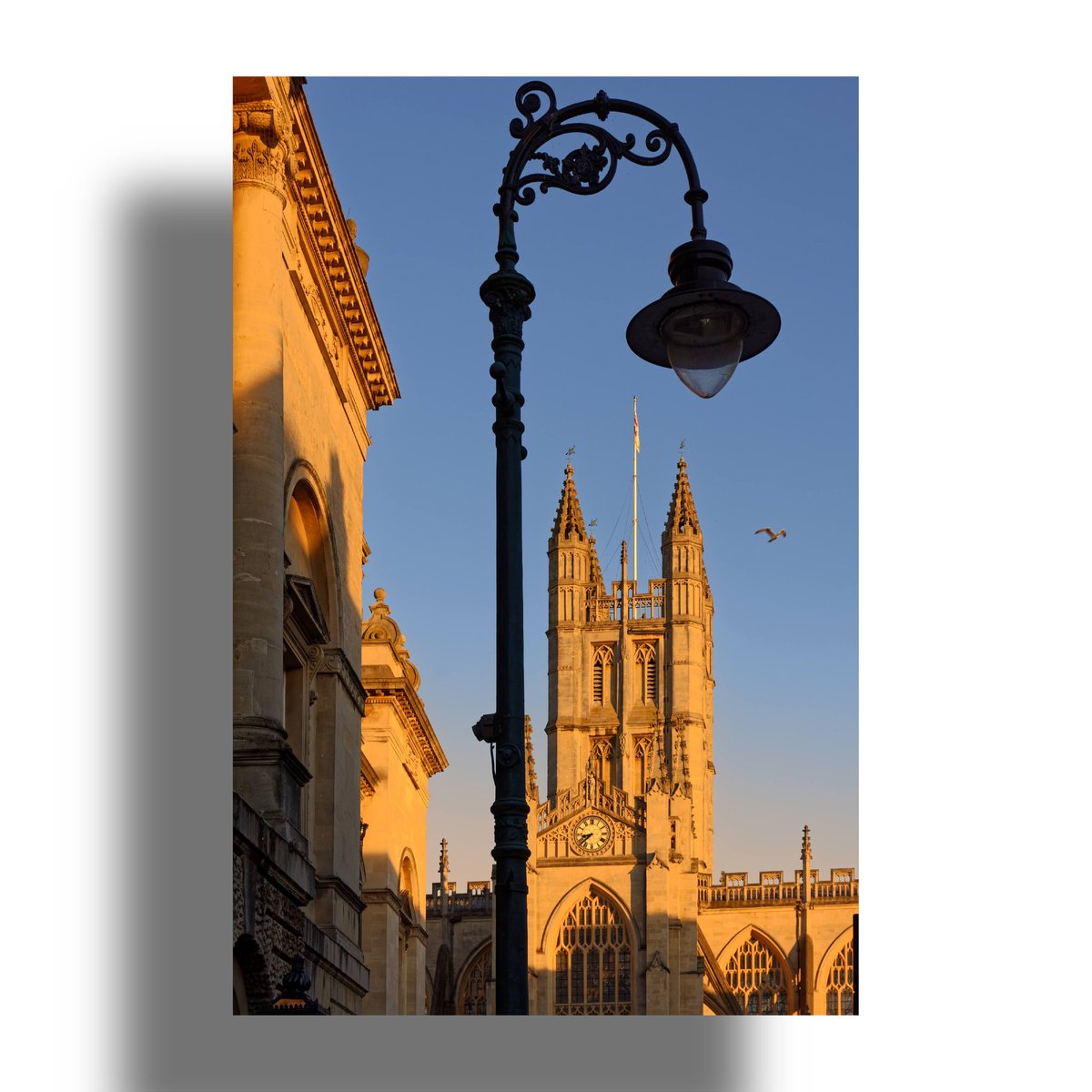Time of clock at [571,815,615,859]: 8:38
